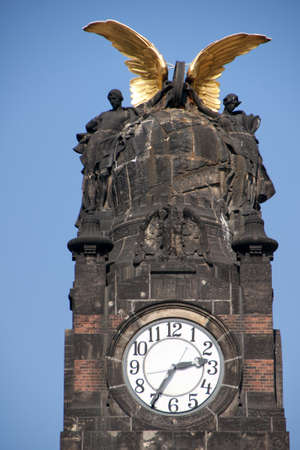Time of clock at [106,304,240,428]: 2:35
